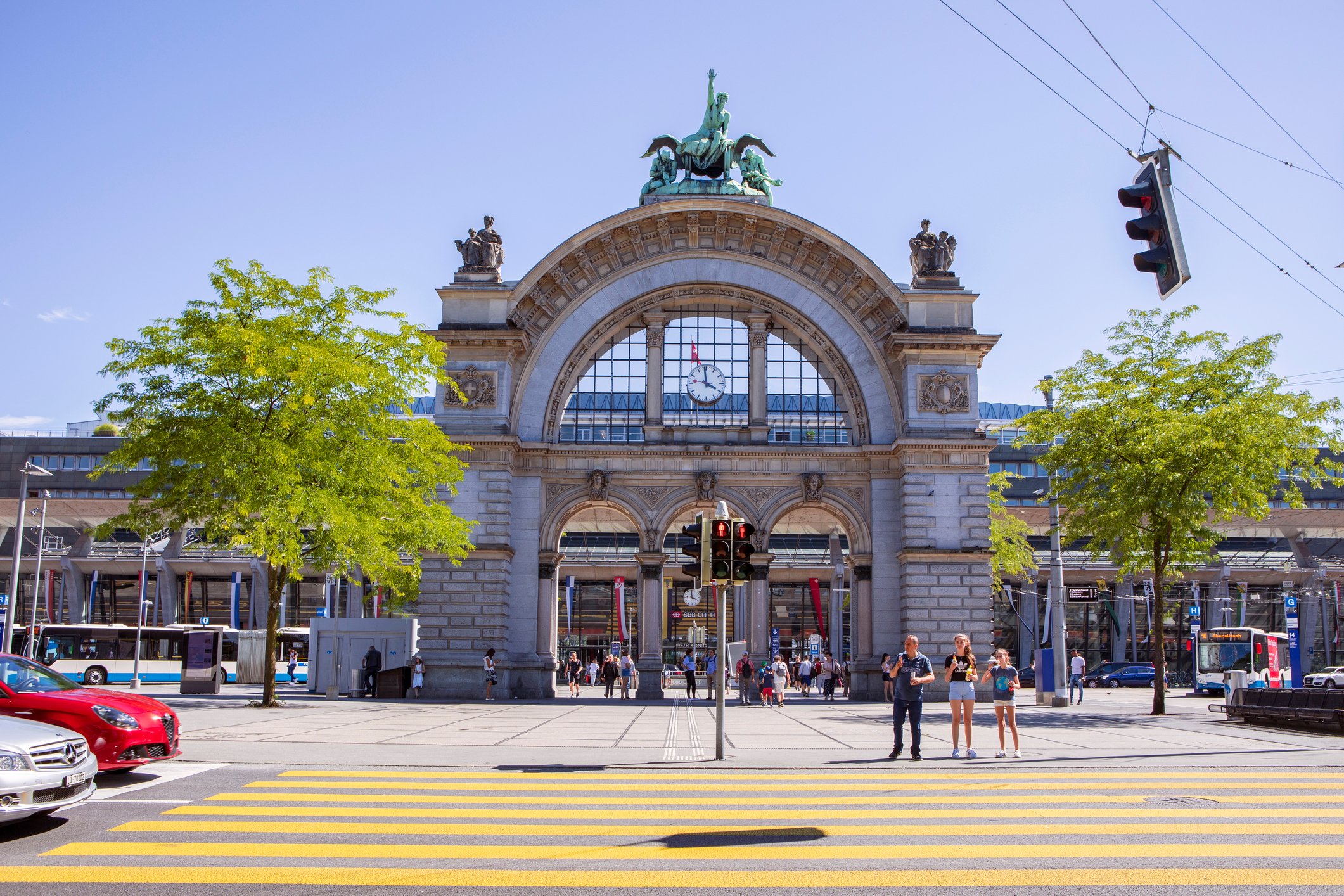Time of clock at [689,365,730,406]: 3:58
